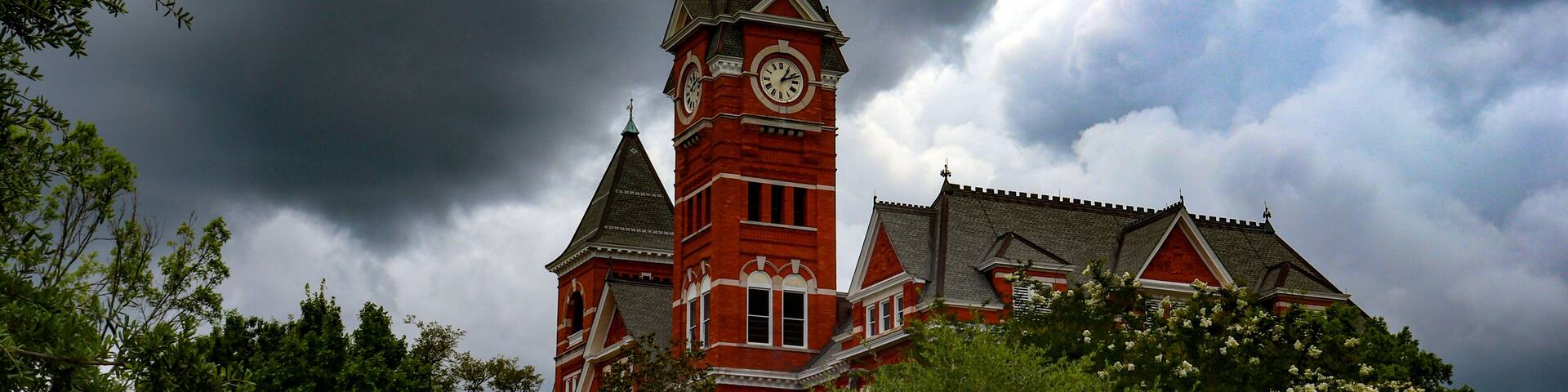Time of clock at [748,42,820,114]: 1:11
